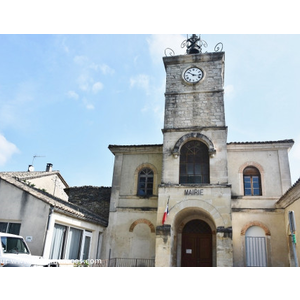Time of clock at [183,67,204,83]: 10:17
